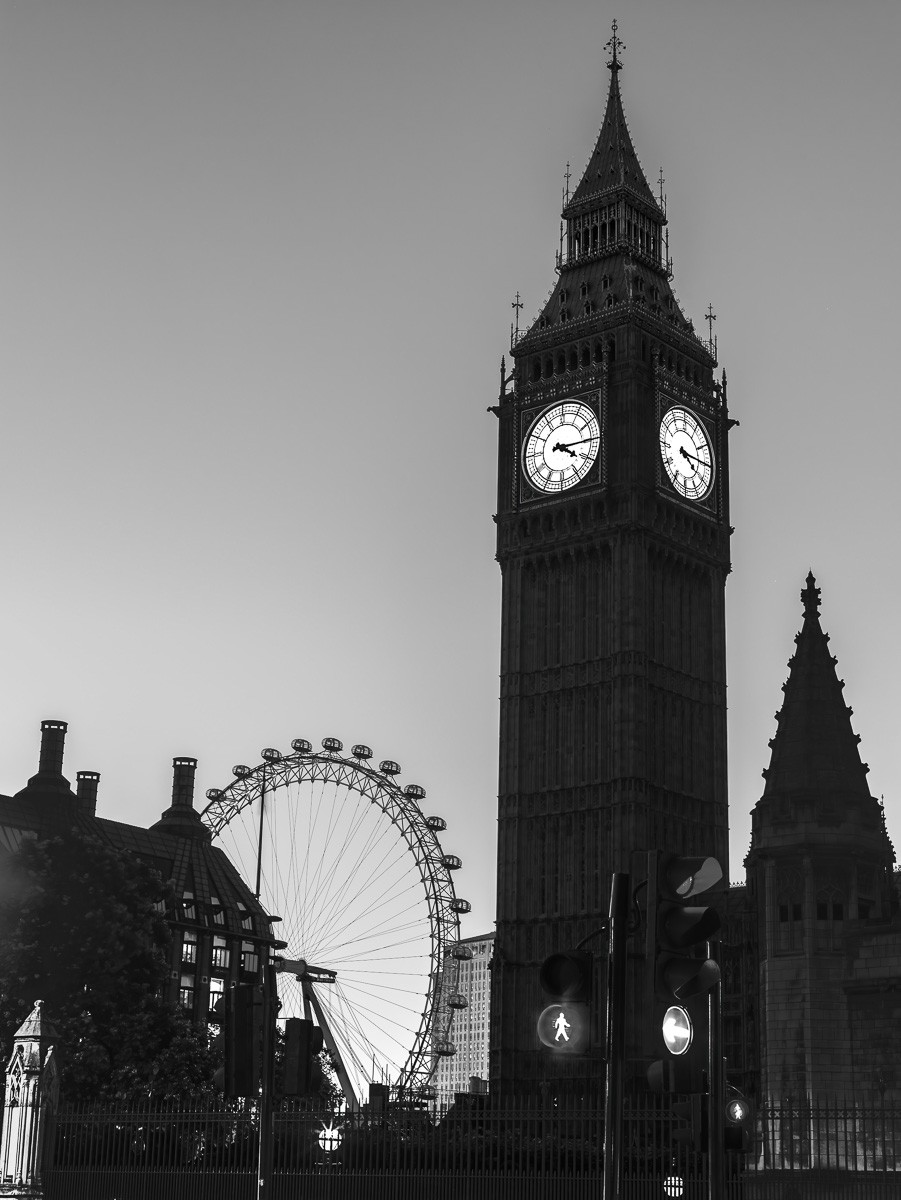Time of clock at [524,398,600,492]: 4:14
